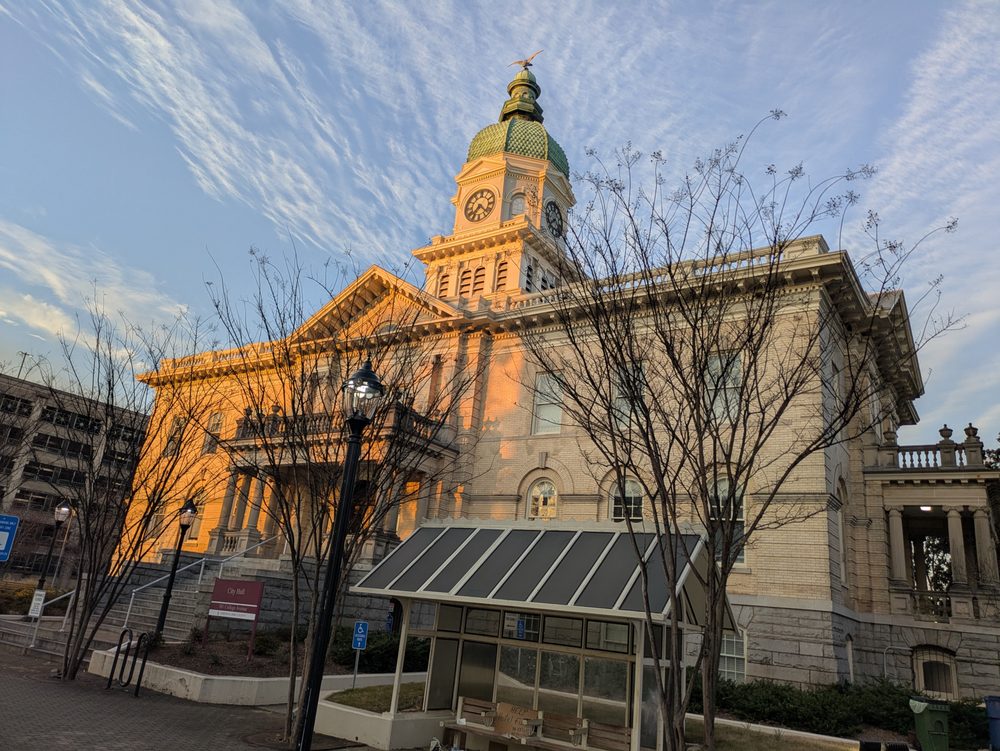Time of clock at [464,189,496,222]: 7:22
